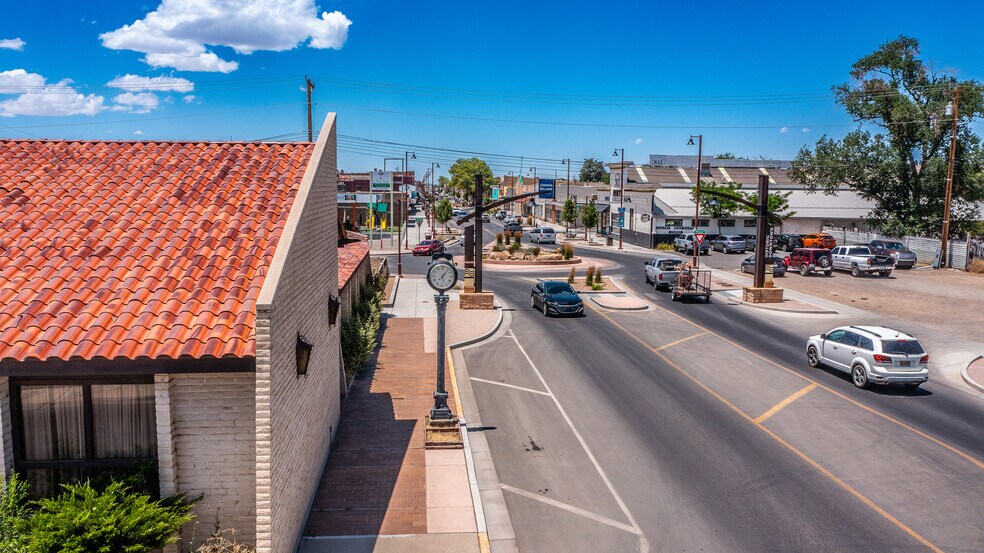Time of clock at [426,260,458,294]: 7:07
